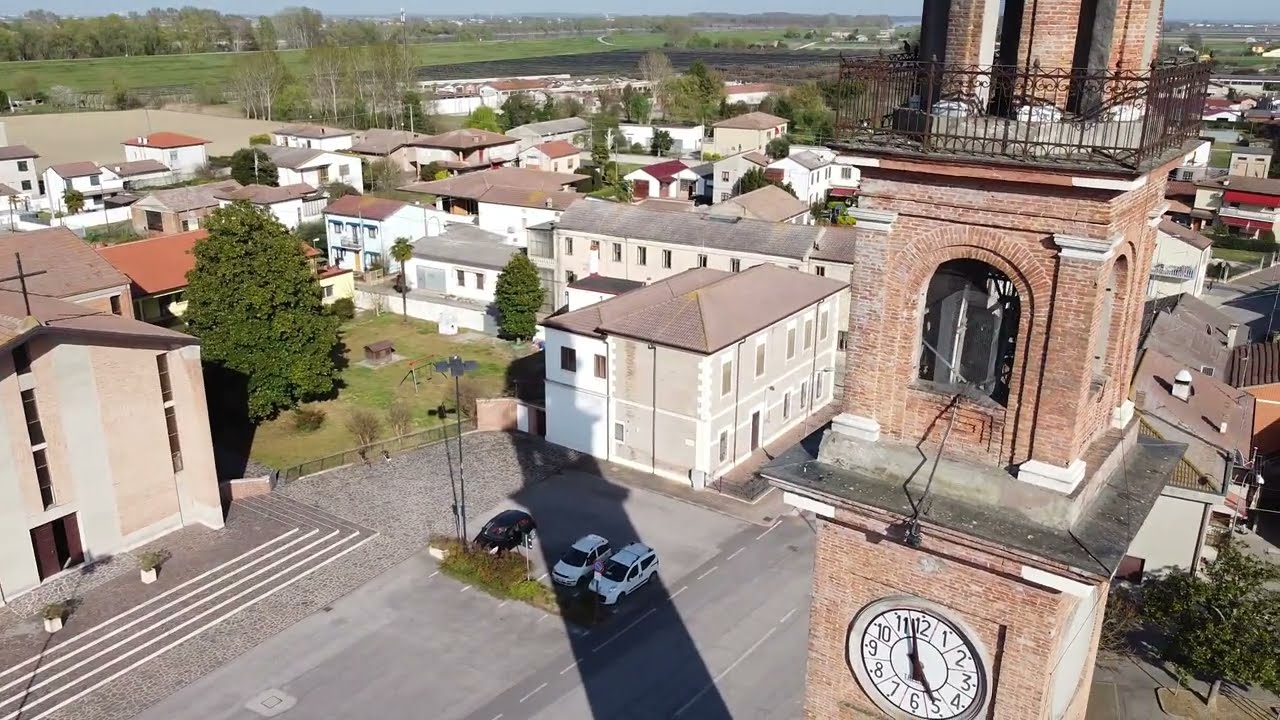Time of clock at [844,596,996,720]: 4:58
